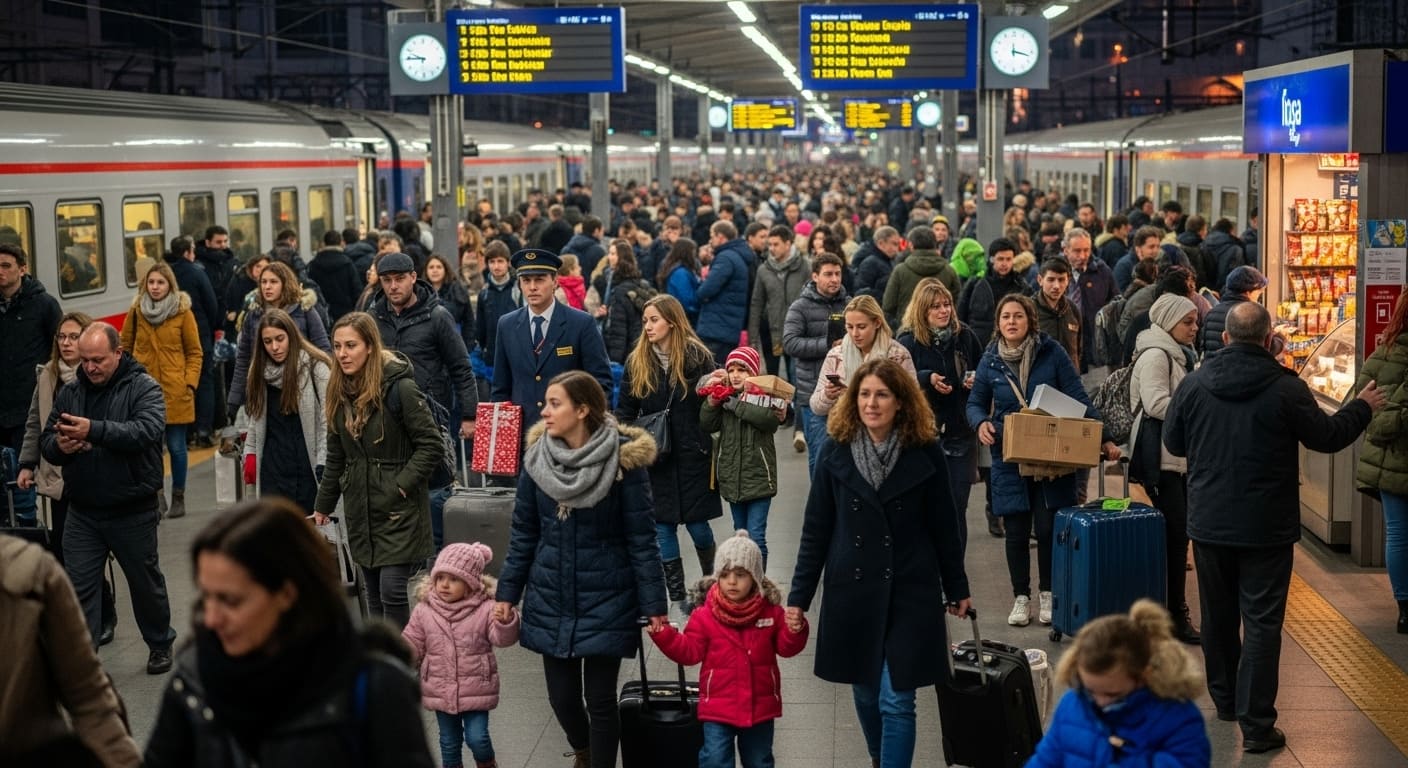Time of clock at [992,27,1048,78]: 3:17
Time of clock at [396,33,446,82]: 9:45
